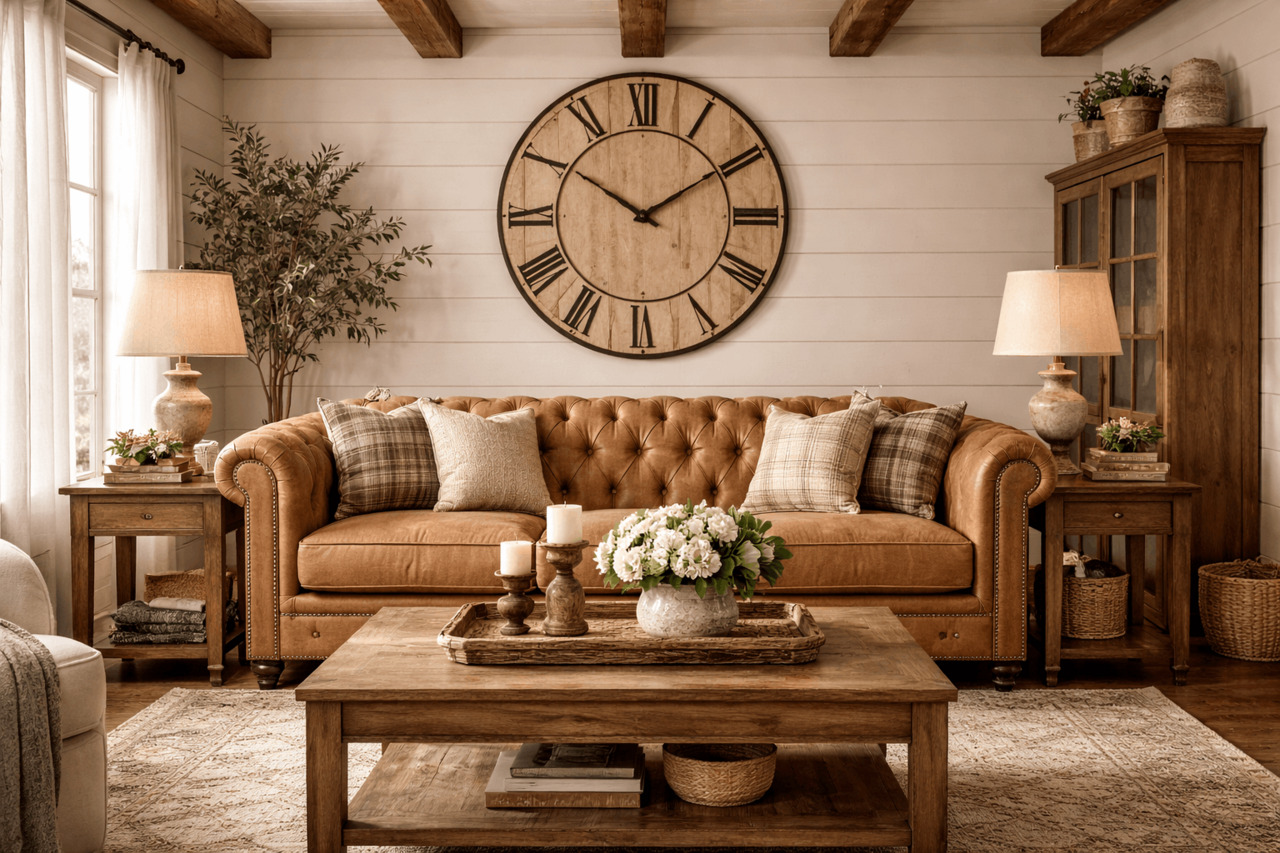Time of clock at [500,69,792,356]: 10:09
